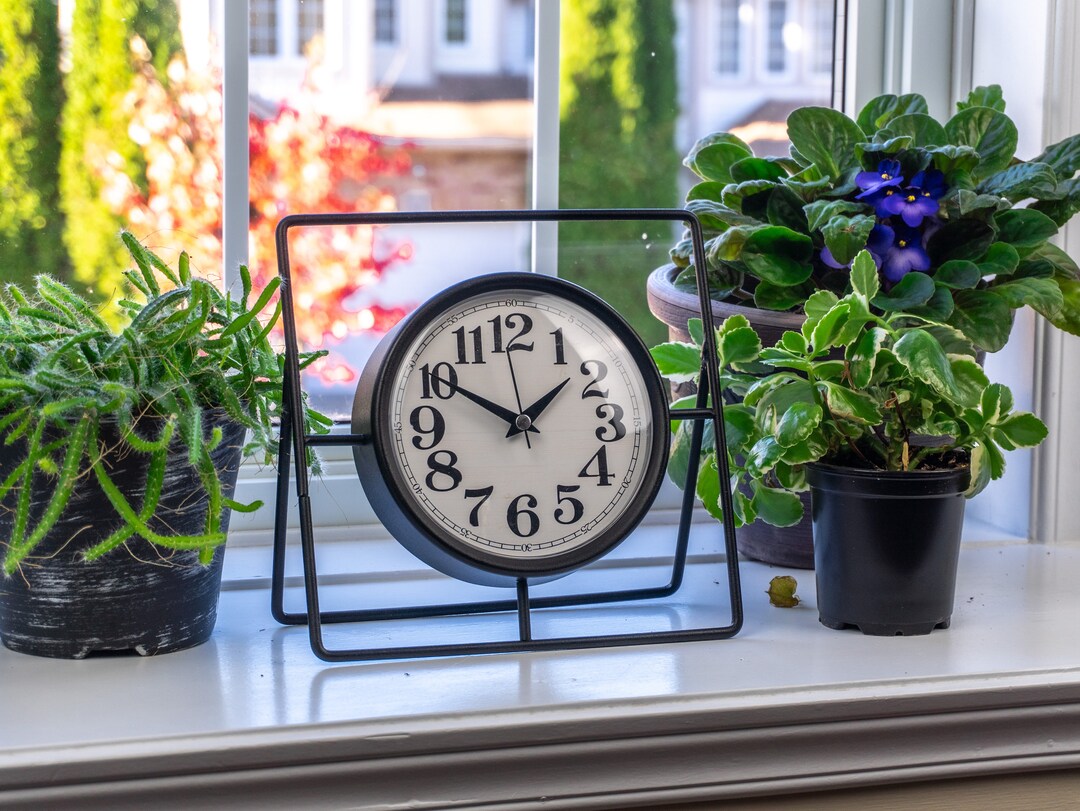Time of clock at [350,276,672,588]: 1:50
